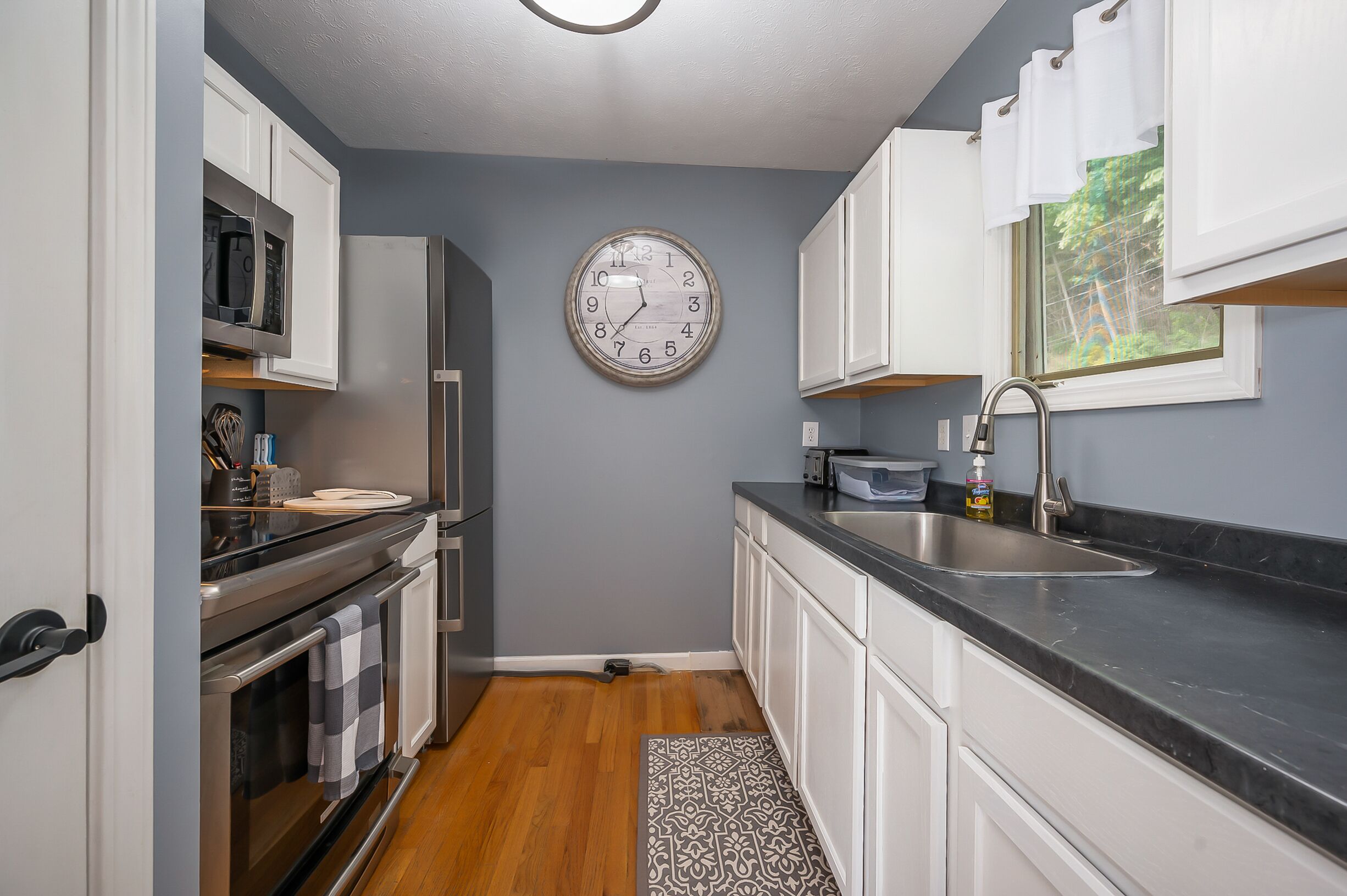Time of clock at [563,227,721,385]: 11:37
